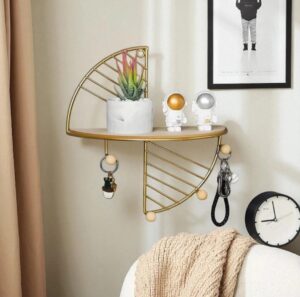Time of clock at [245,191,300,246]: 8:57
